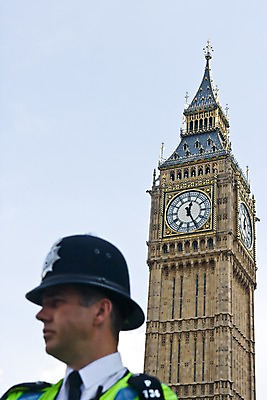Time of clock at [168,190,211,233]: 12:25
